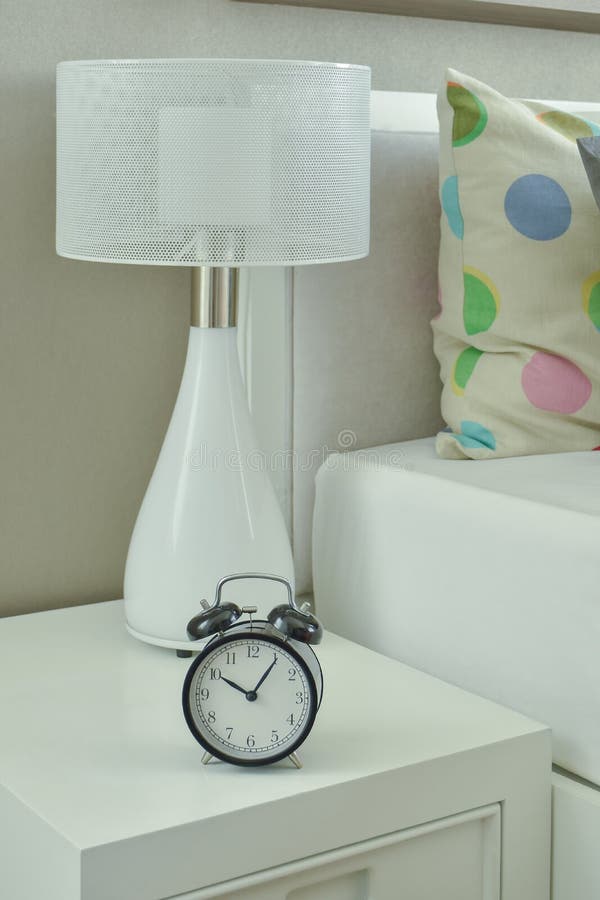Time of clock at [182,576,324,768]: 10:05
